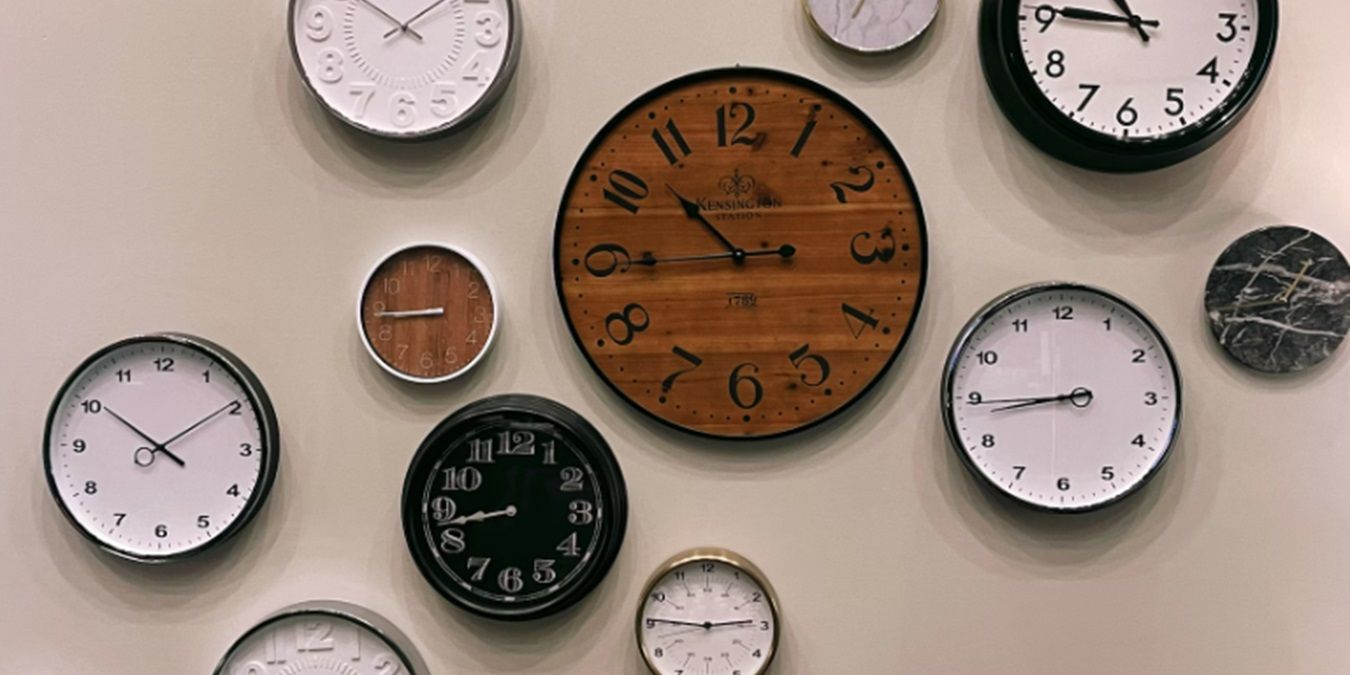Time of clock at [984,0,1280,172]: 10:45
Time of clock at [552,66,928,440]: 10:44
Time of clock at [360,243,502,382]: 8:44
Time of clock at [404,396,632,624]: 8:42
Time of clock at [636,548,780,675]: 2:45
